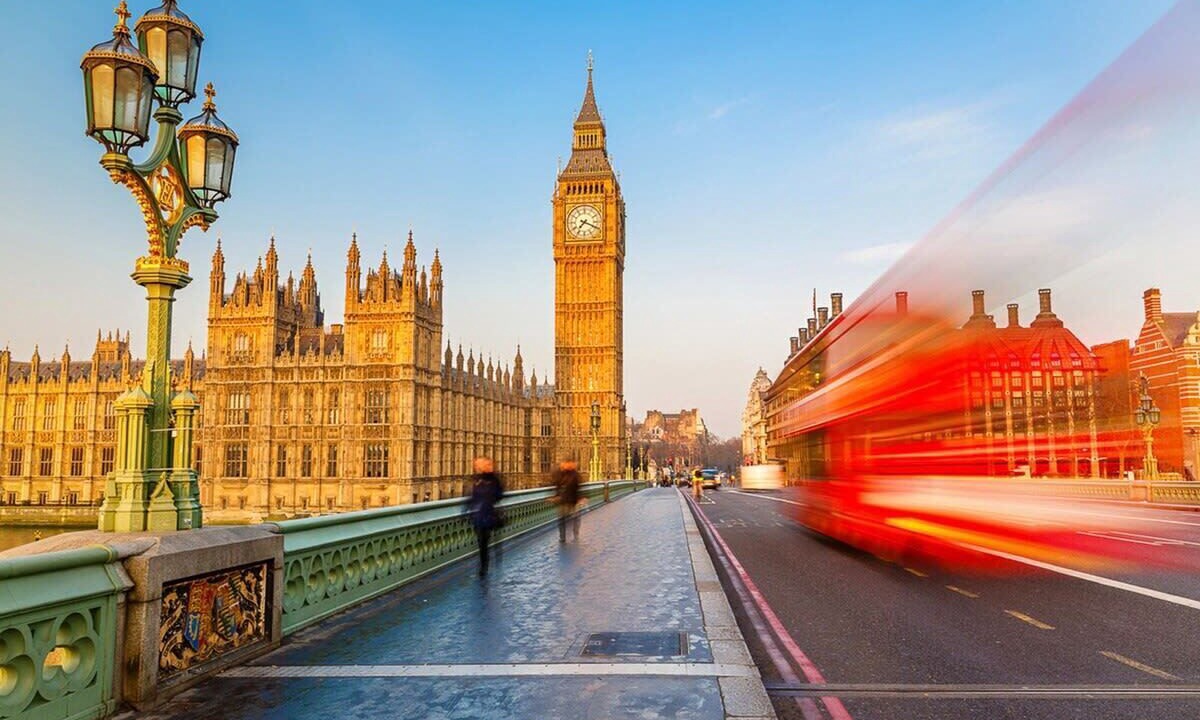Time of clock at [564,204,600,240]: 7:18
